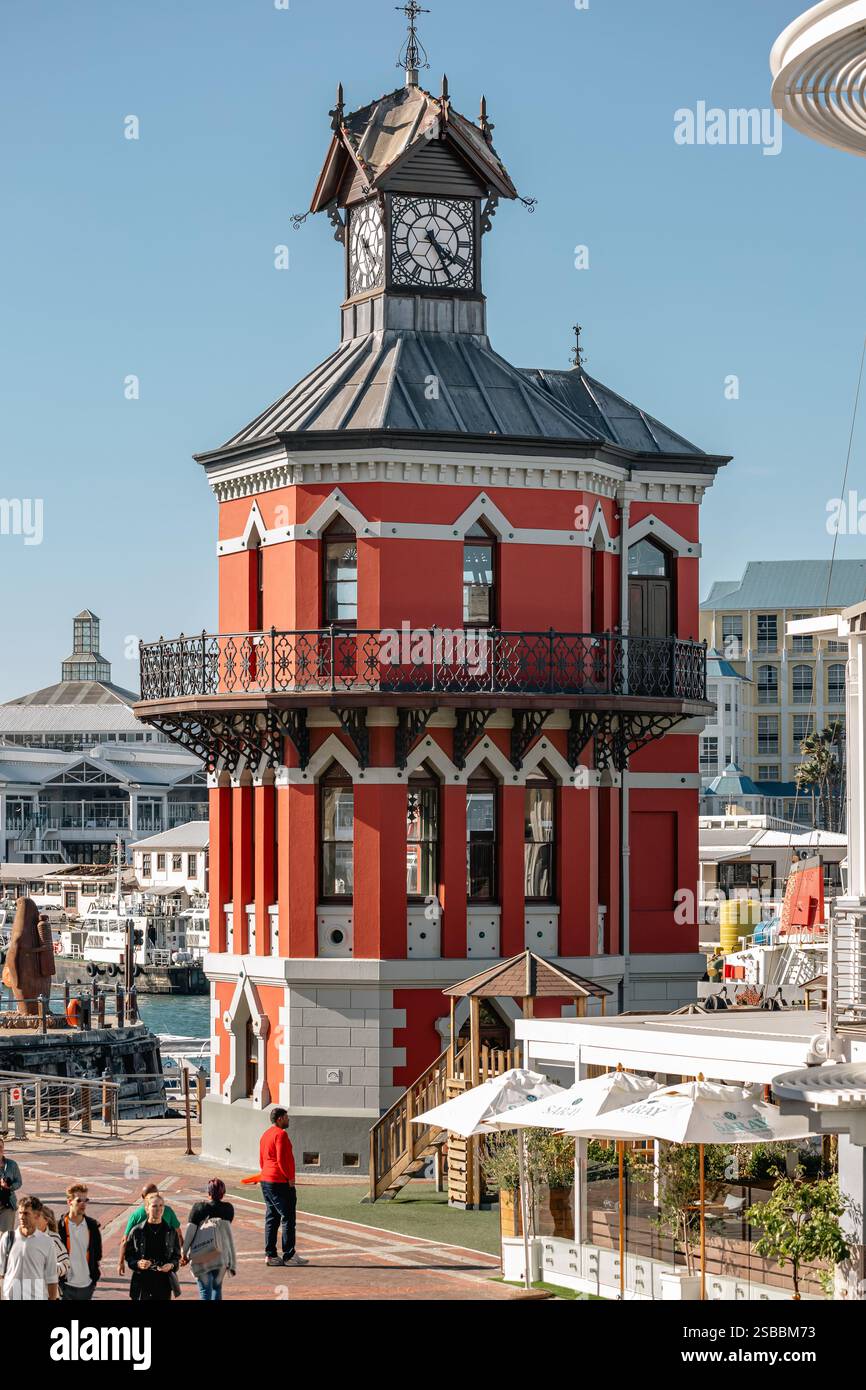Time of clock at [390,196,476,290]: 4:25
